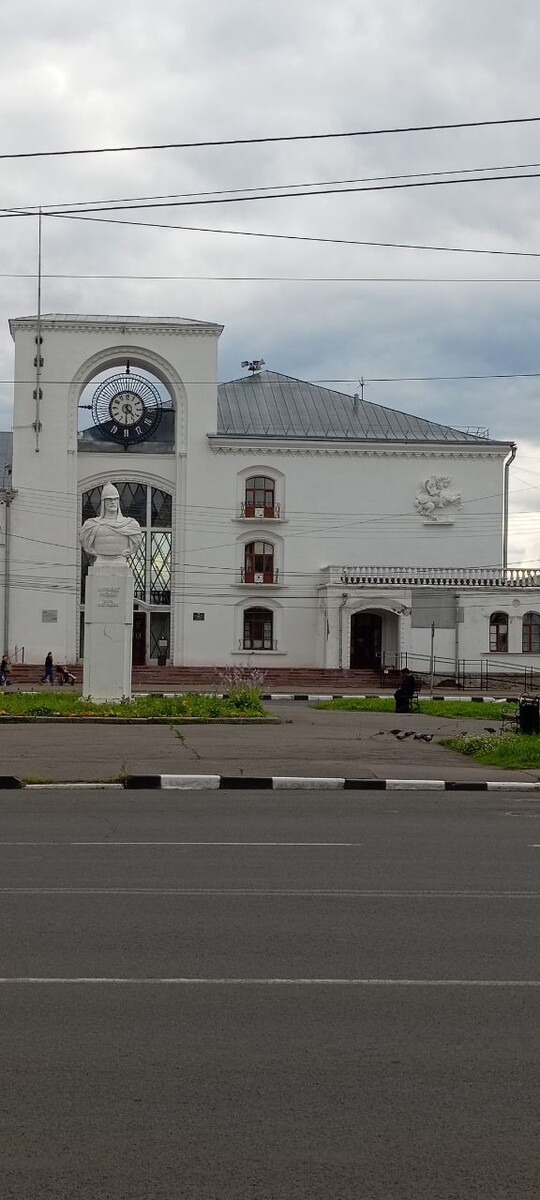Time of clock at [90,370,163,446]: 4:30
